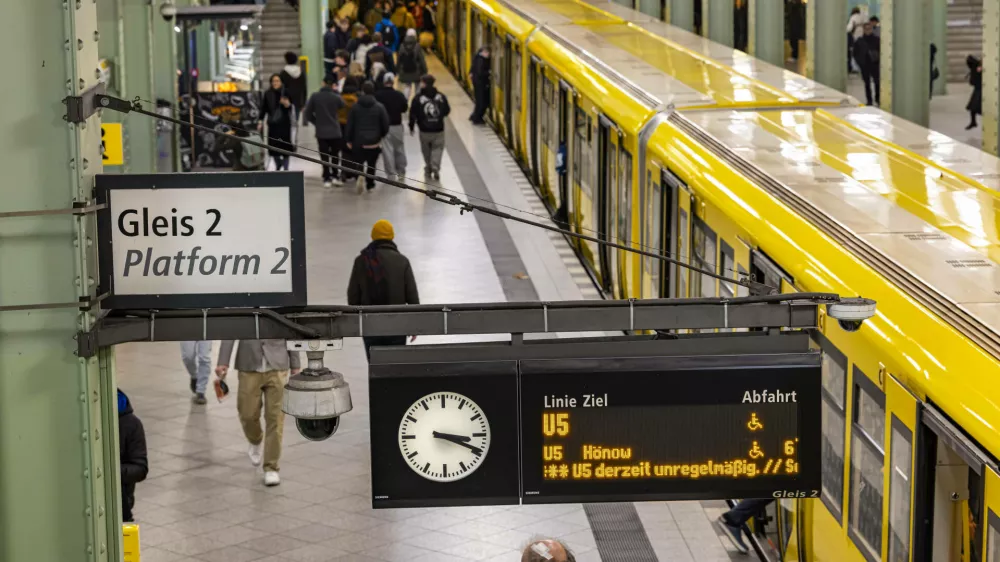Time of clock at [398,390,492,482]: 3:19
